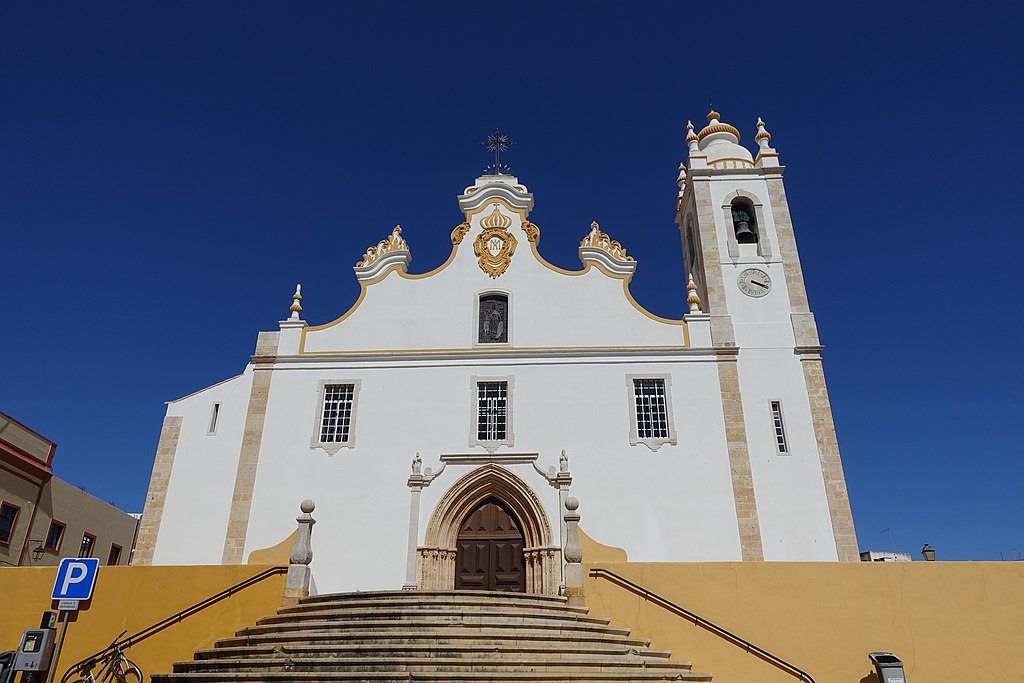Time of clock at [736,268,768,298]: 3:18
